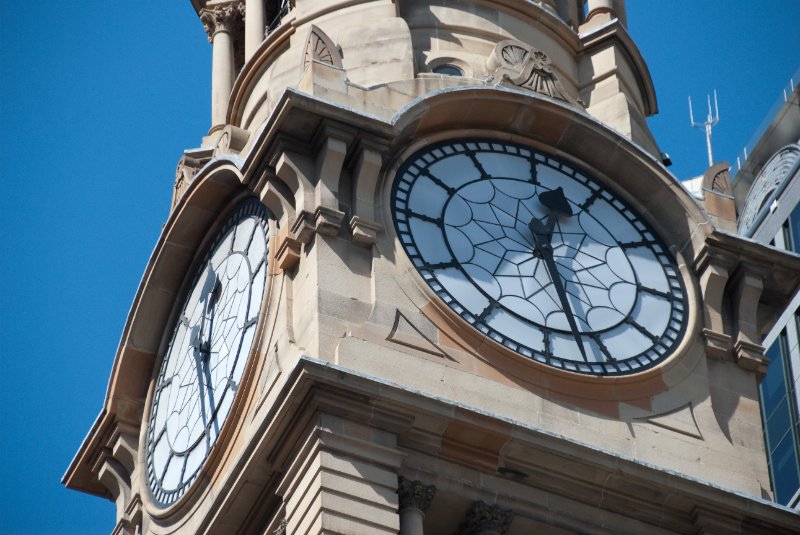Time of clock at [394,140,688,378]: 12:27
